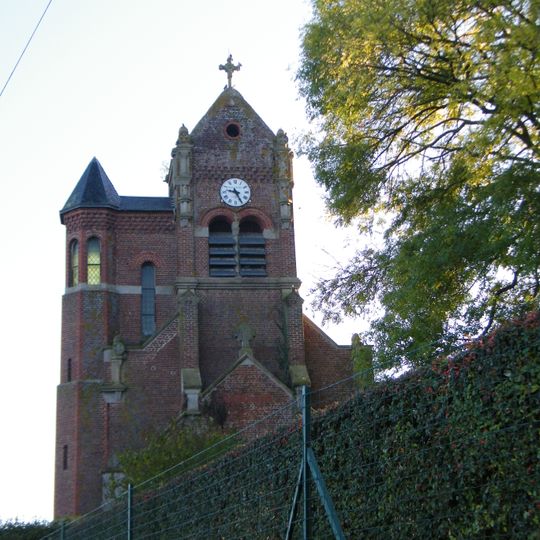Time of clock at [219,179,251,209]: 9:25
